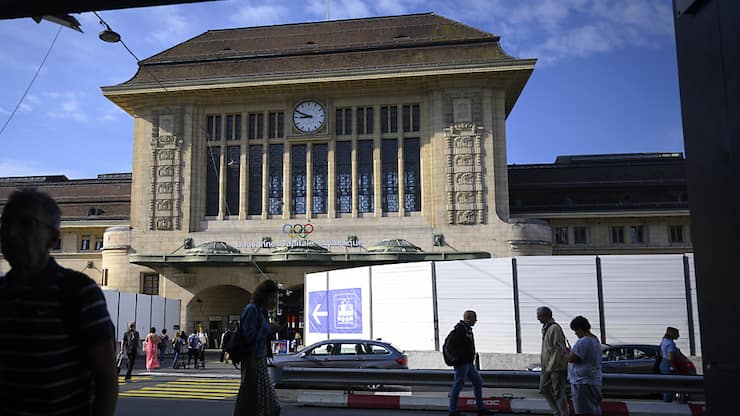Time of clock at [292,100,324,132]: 8:49
